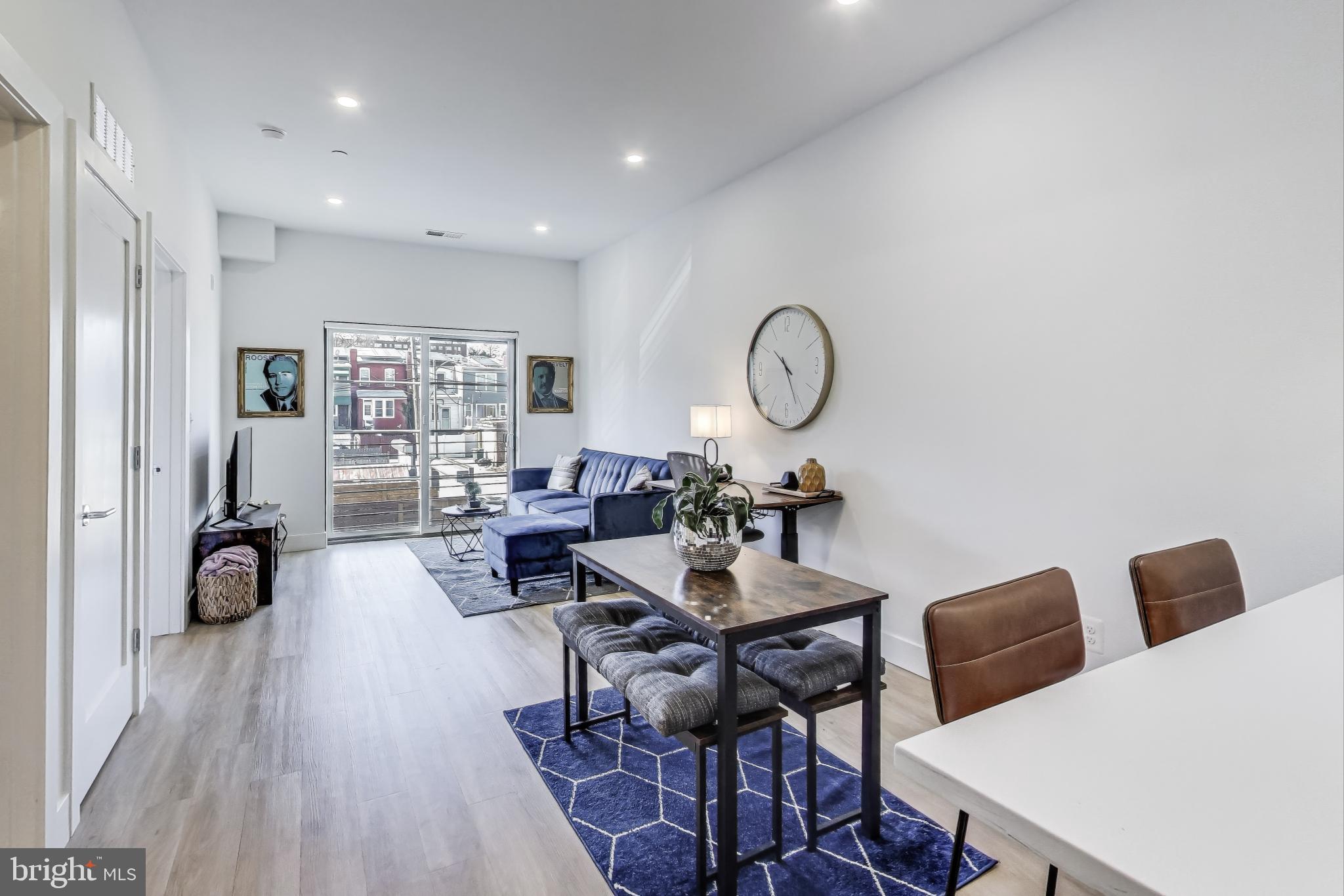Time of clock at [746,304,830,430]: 10:25
